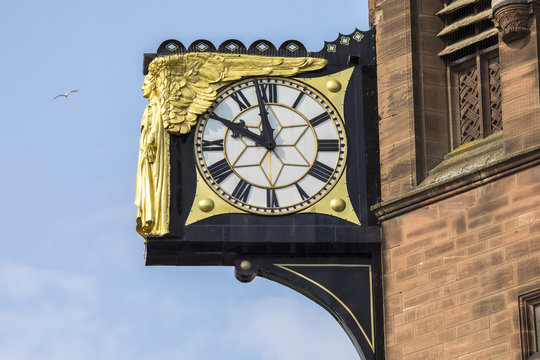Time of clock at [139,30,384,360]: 9:58
